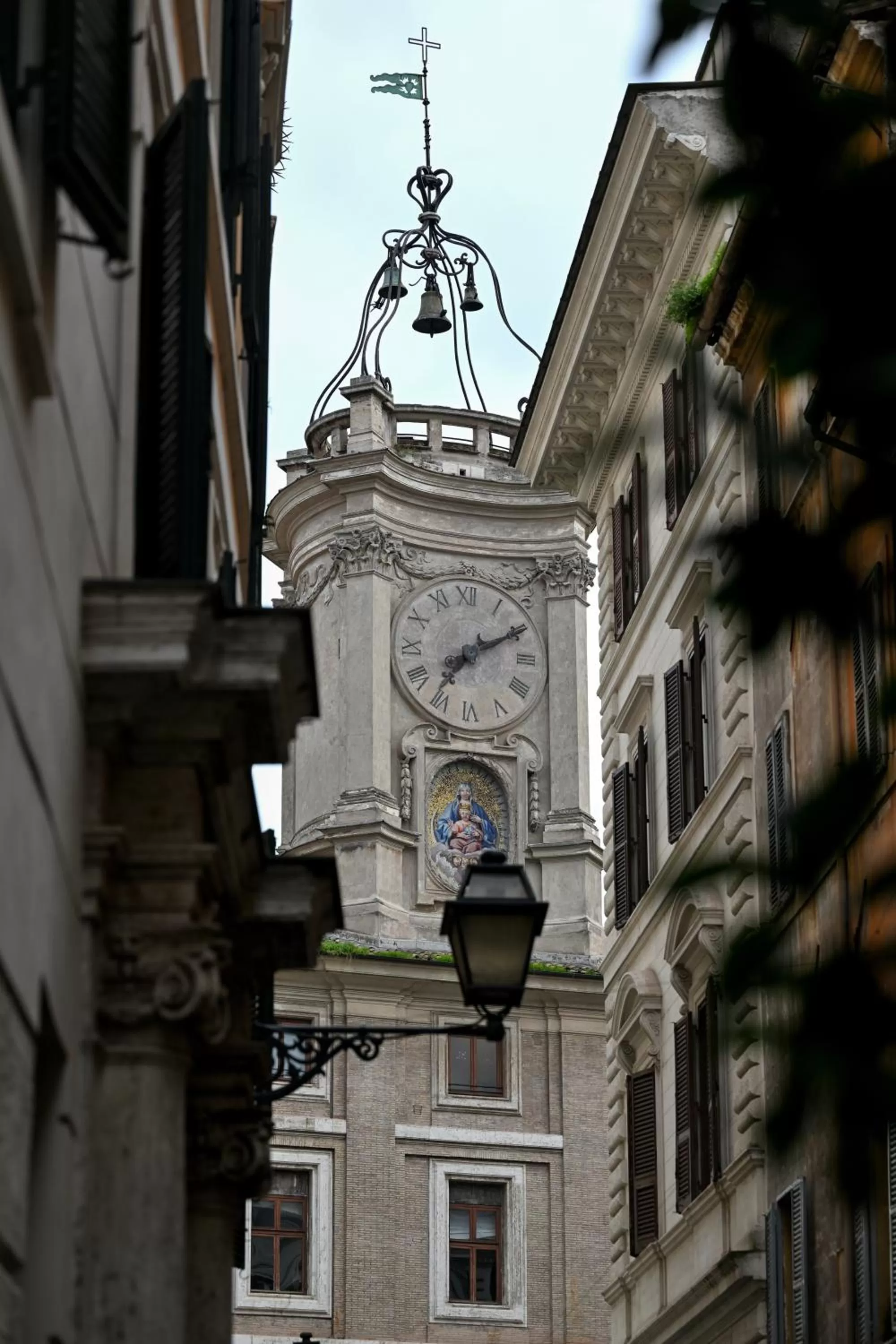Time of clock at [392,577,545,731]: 7:10
